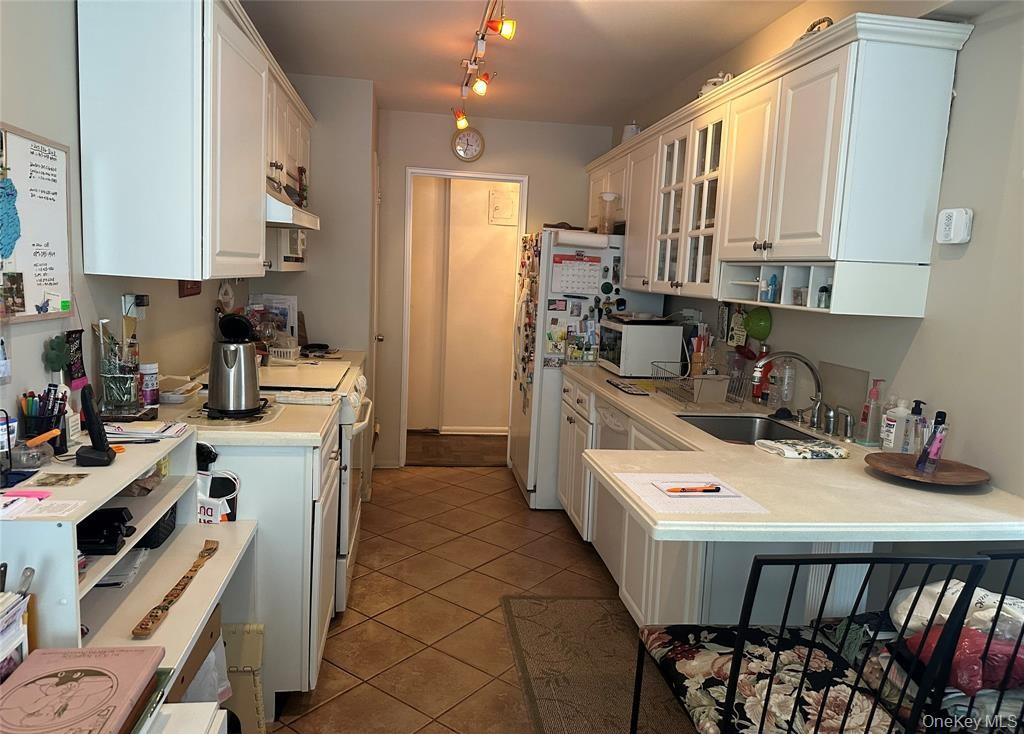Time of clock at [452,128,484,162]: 11:33
